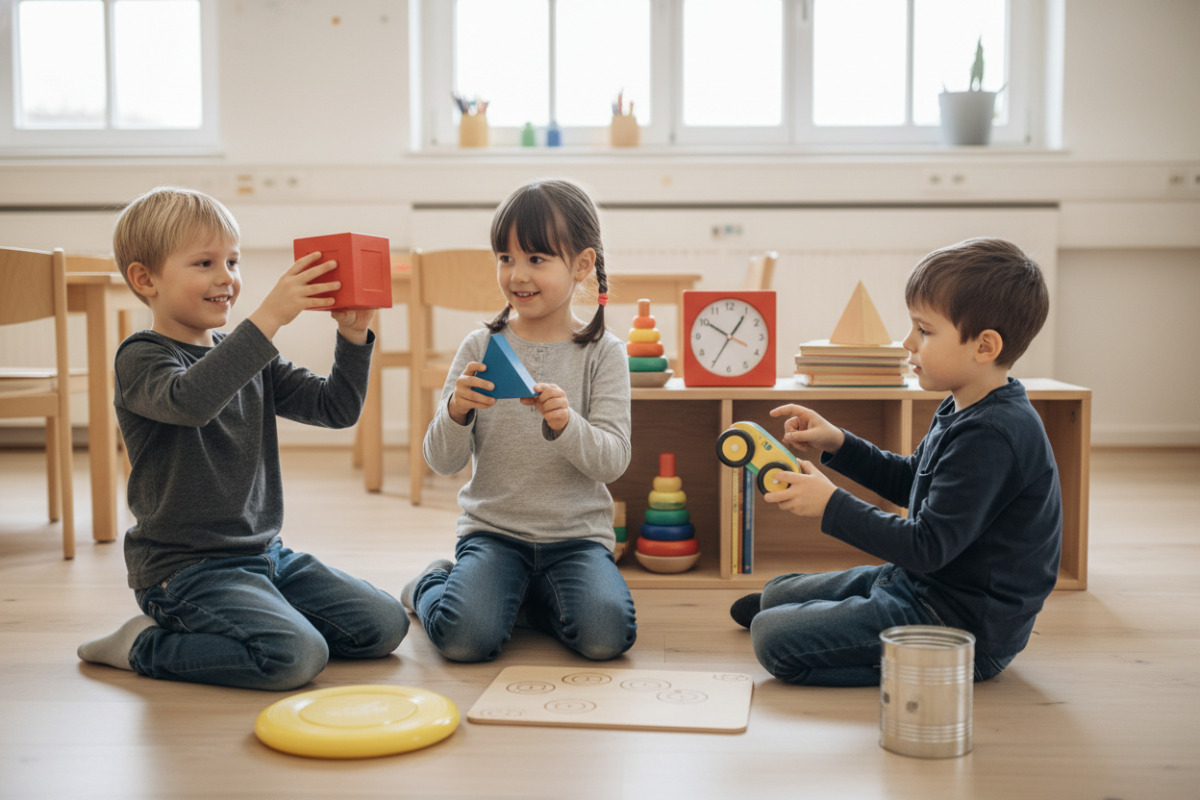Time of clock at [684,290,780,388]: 10:05
